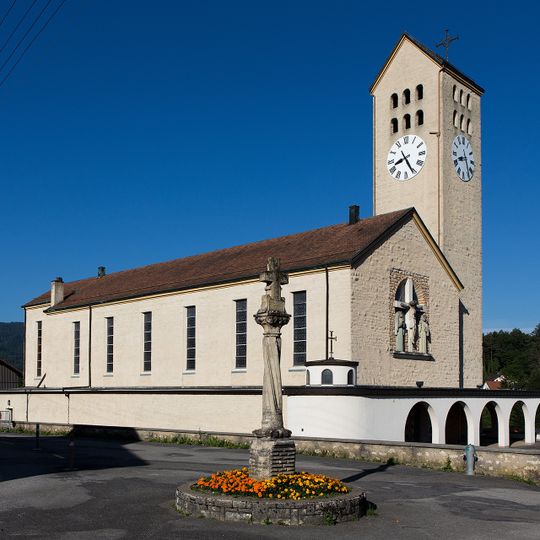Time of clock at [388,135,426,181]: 8:25
